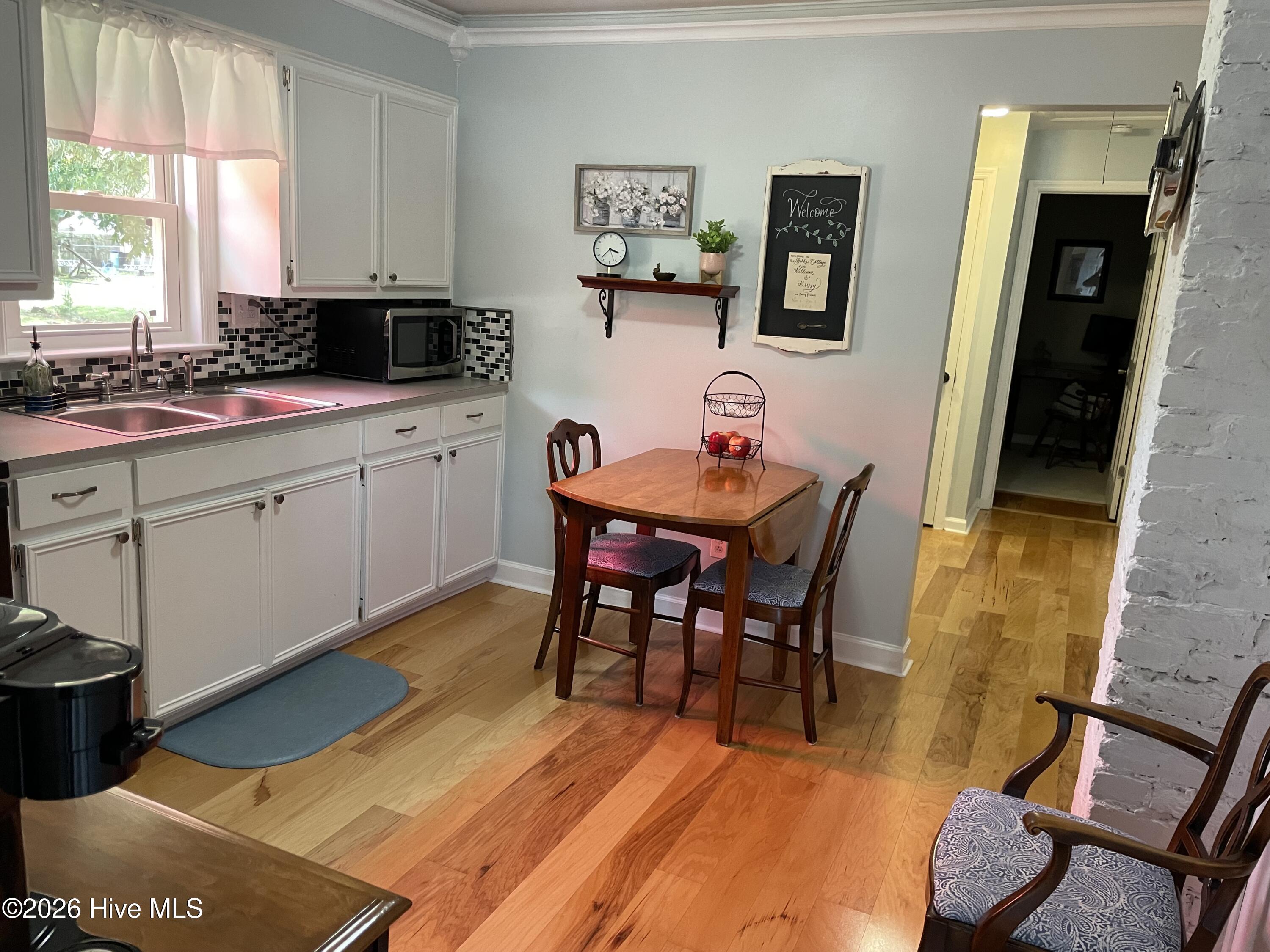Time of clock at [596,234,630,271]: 3:37
